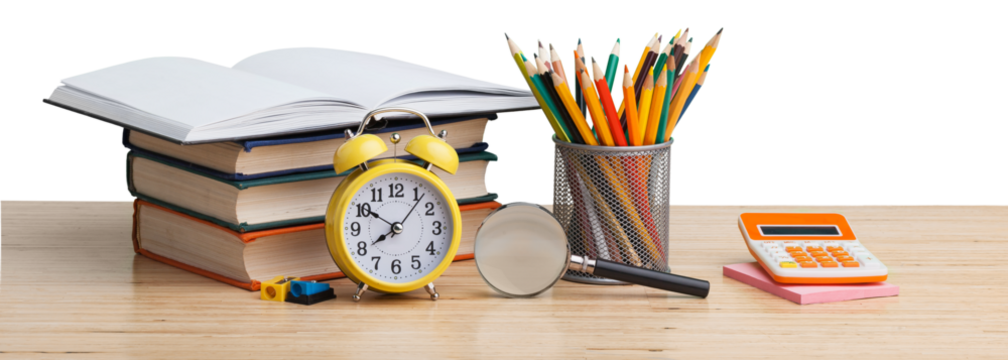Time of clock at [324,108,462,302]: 7:50
